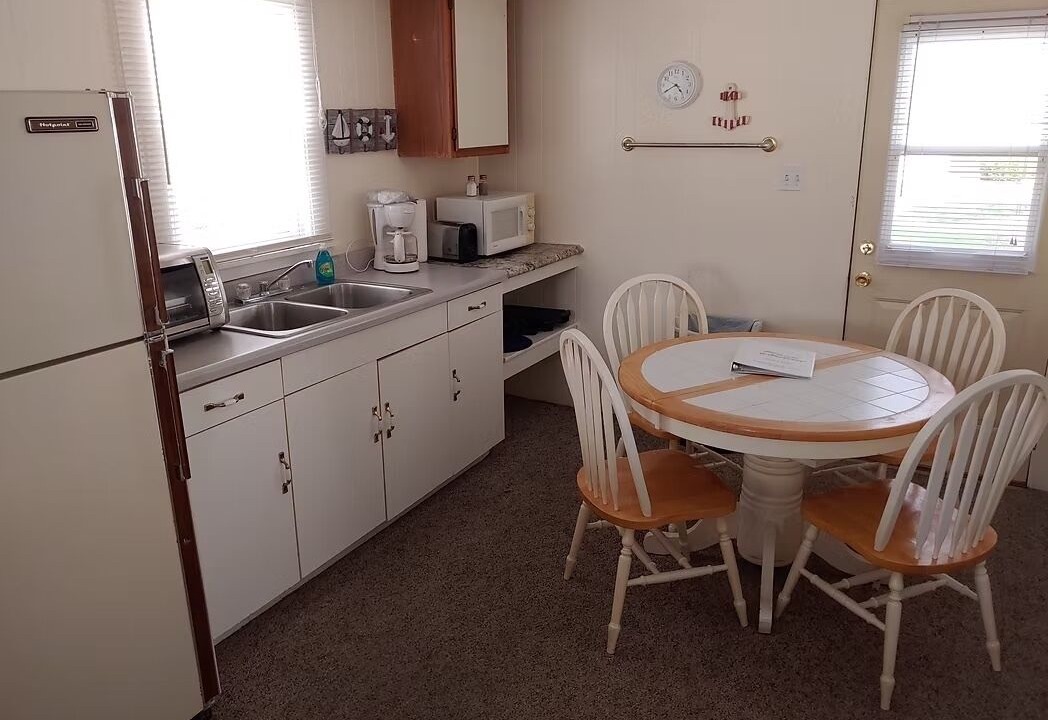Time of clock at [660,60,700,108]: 4:40
